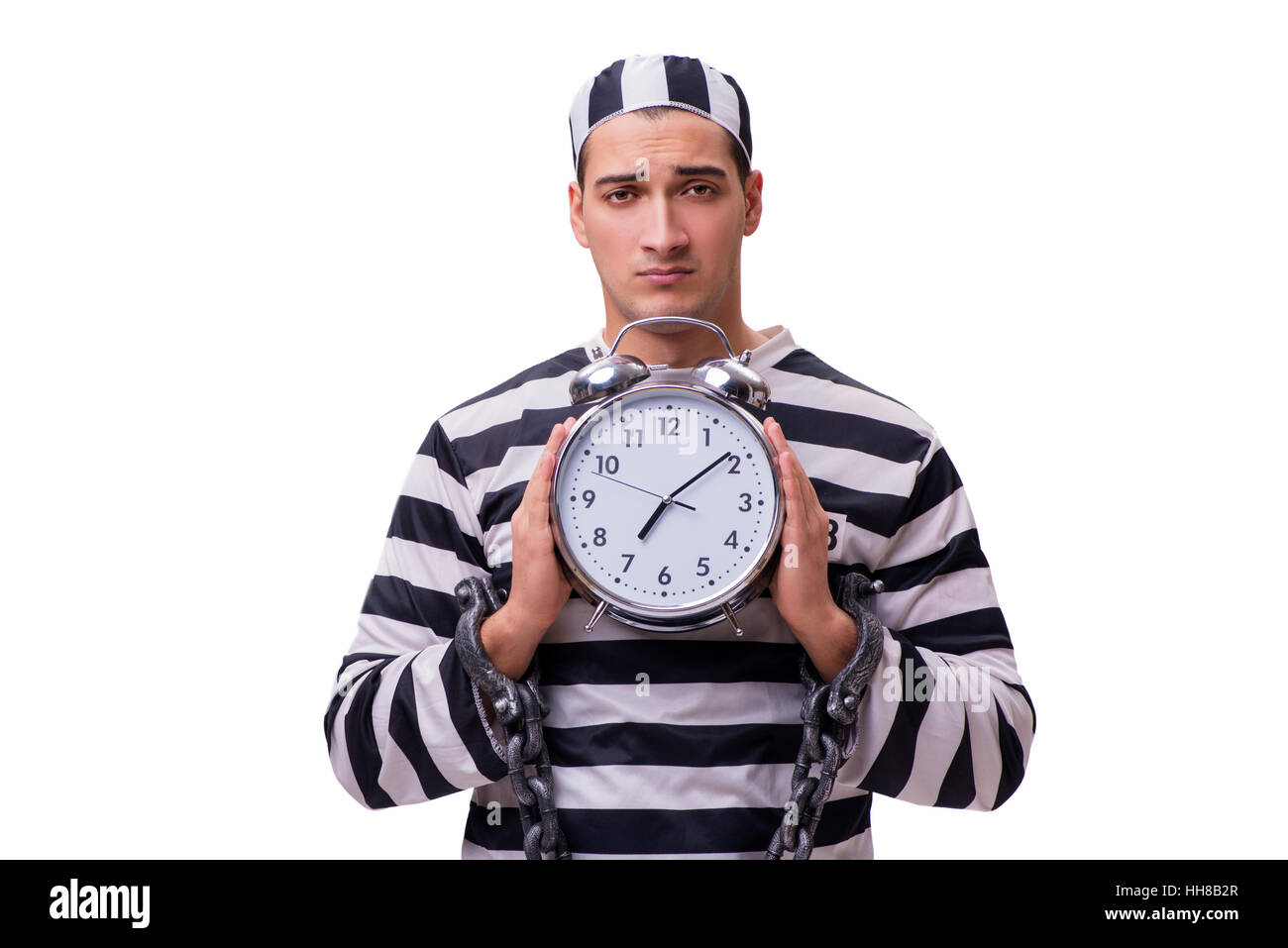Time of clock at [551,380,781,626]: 7:08
